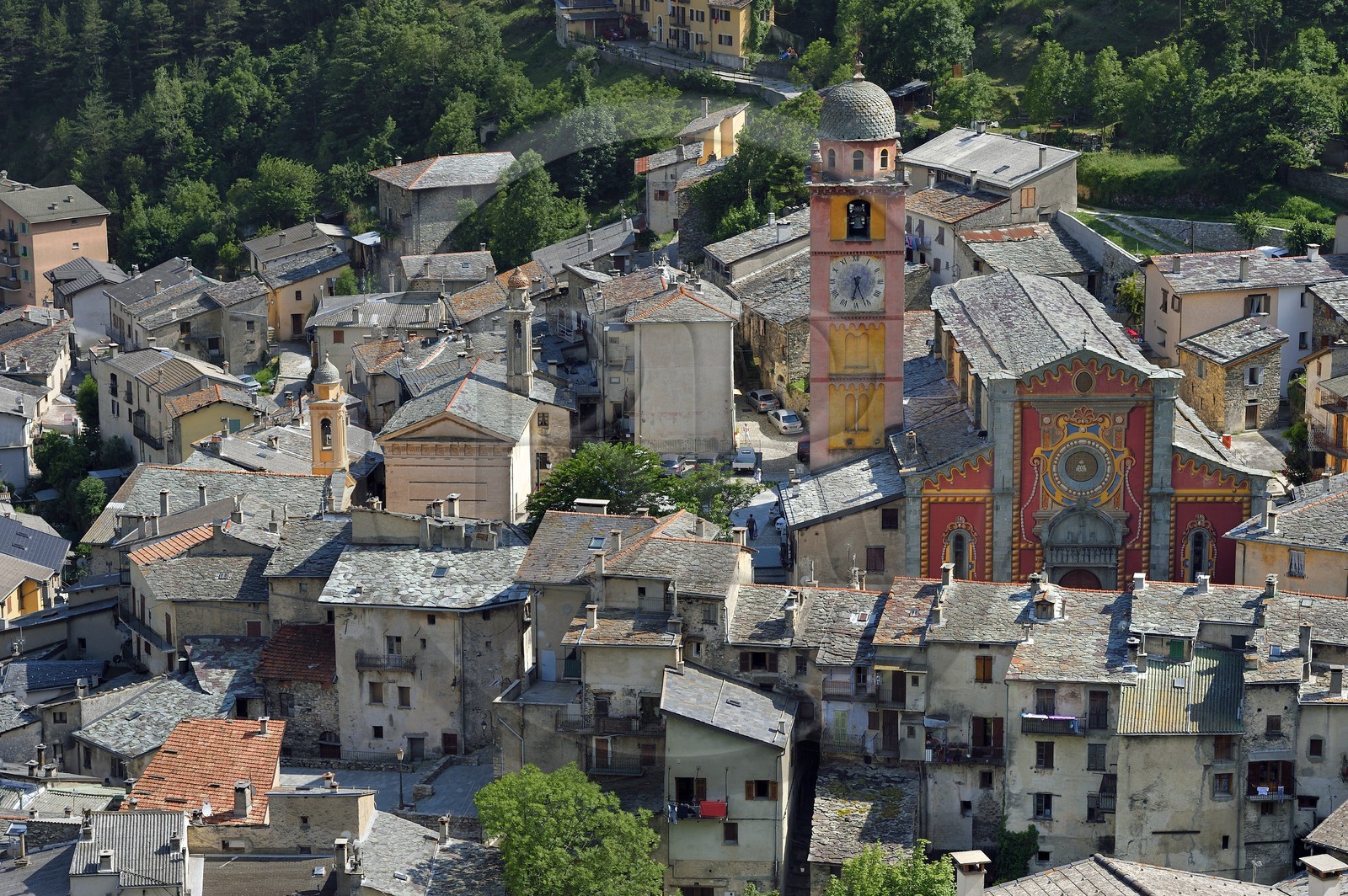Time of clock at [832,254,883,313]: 6:26
